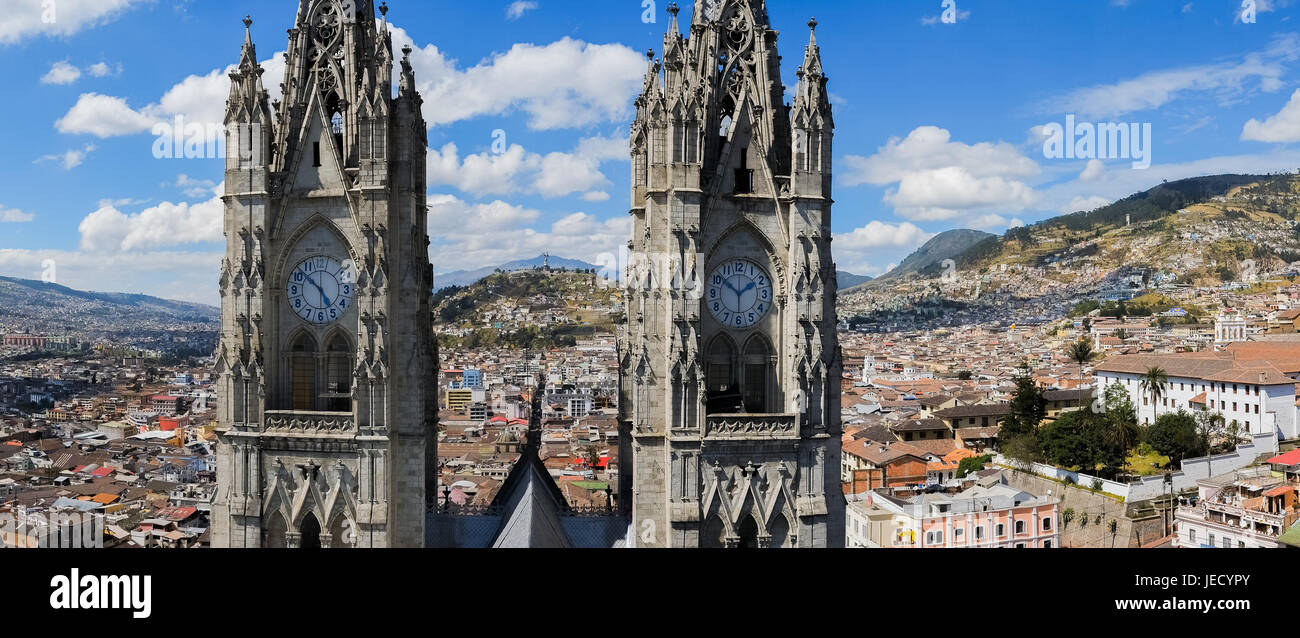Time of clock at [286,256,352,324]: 4:52
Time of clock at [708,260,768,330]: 1:51
